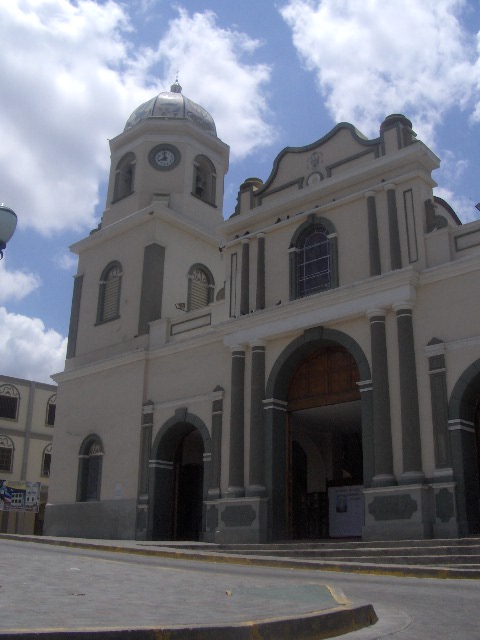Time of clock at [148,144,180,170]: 7:58
